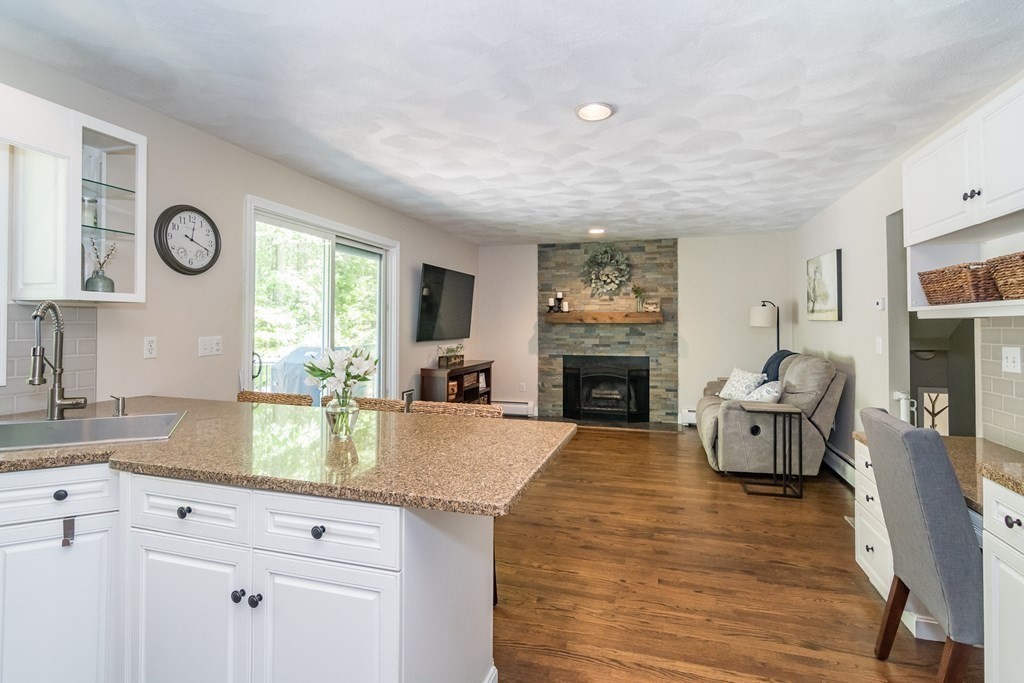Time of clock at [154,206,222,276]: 12:18
